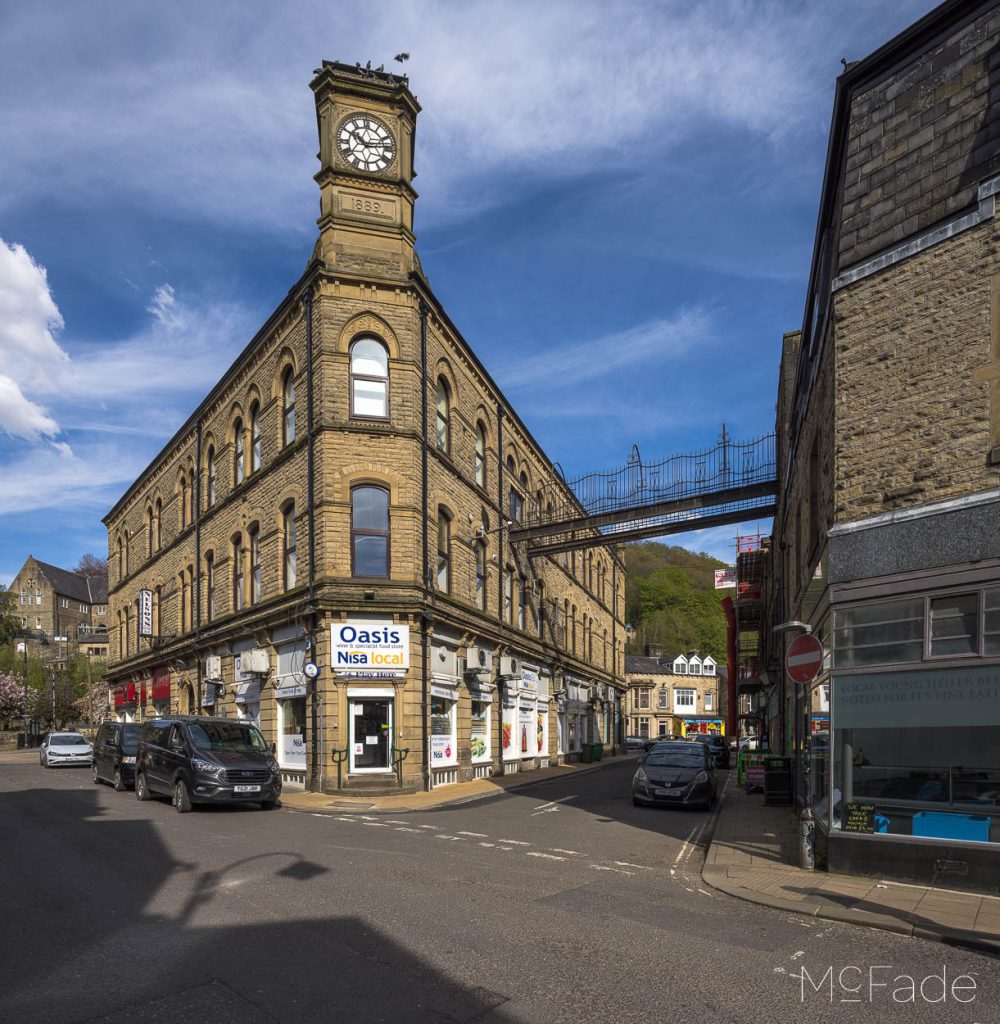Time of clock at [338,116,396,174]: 10:13
